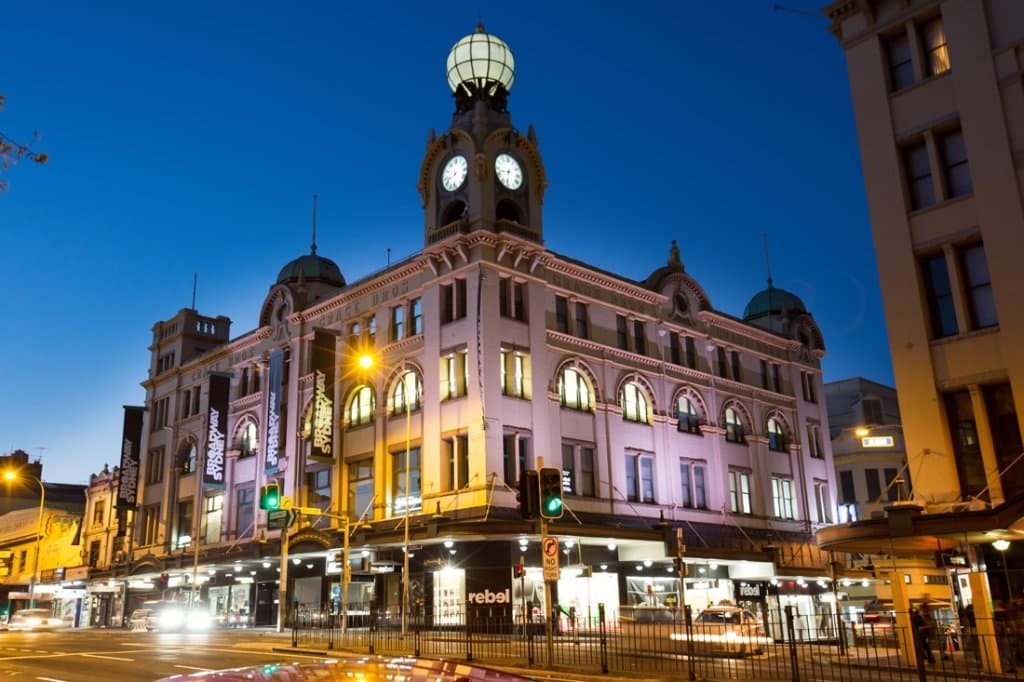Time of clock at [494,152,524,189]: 8:32
